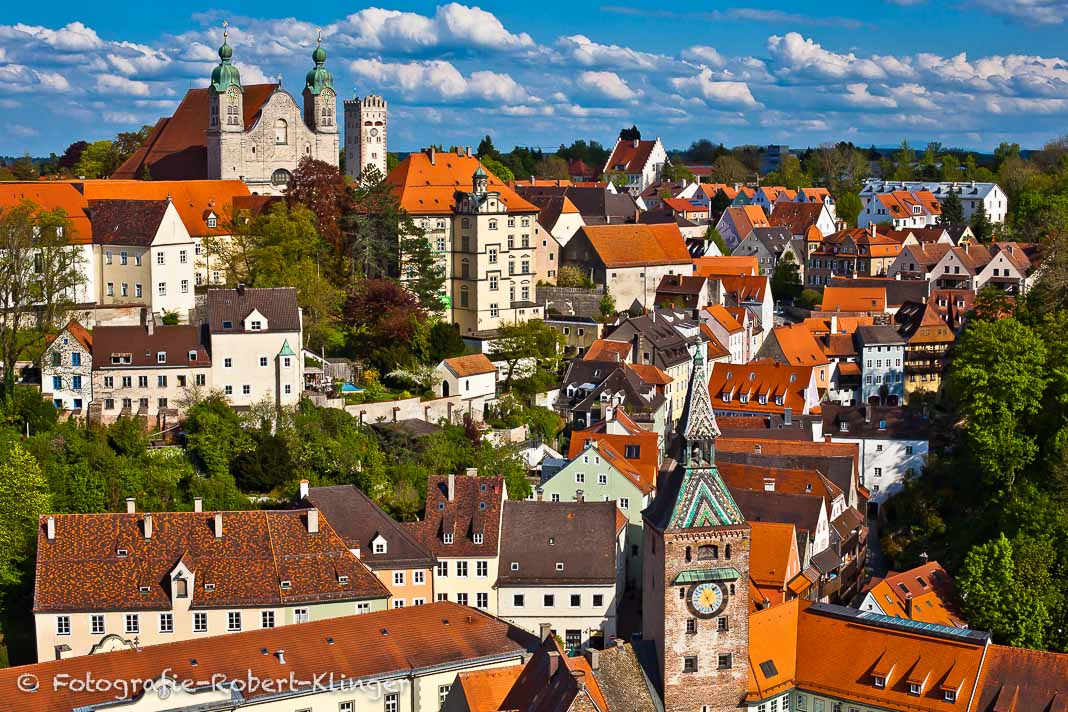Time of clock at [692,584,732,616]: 1:26
